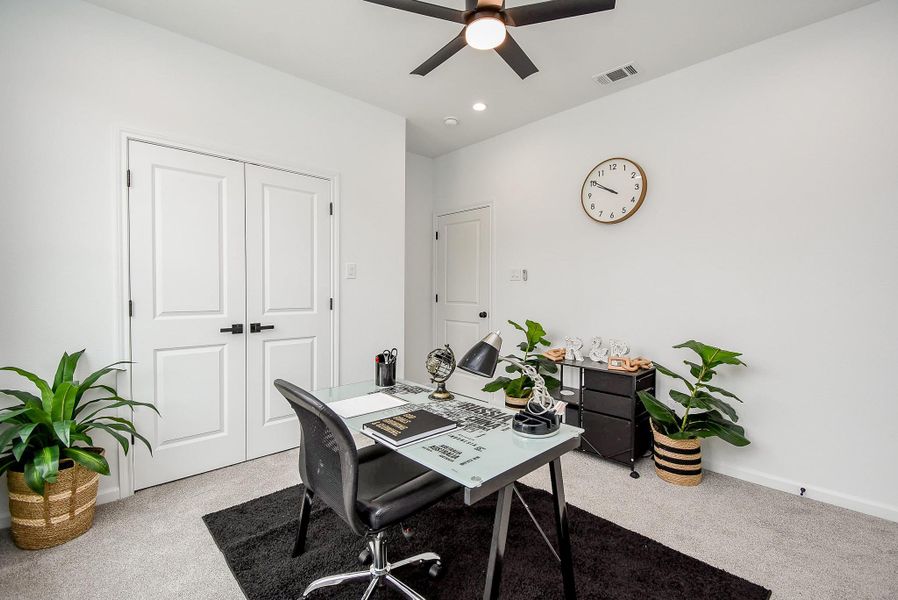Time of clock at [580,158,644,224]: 9:50
